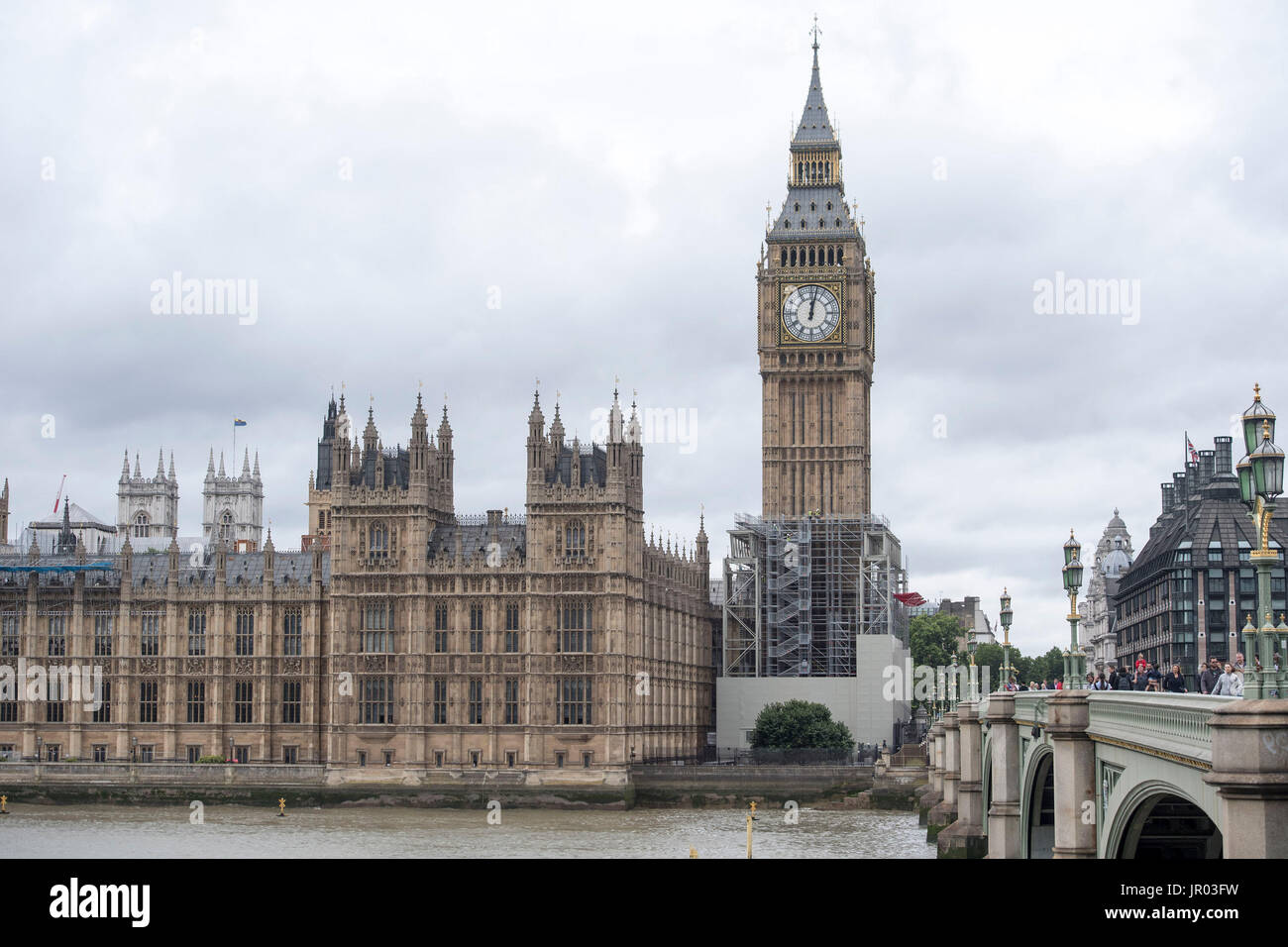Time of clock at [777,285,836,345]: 12:02
